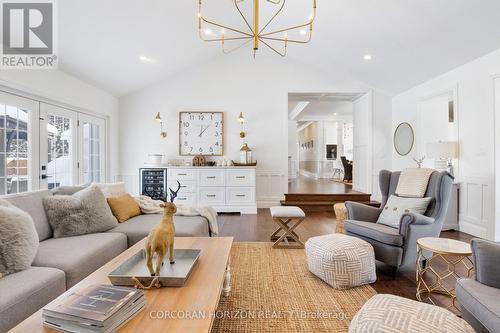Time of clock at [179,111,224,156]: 12:07
